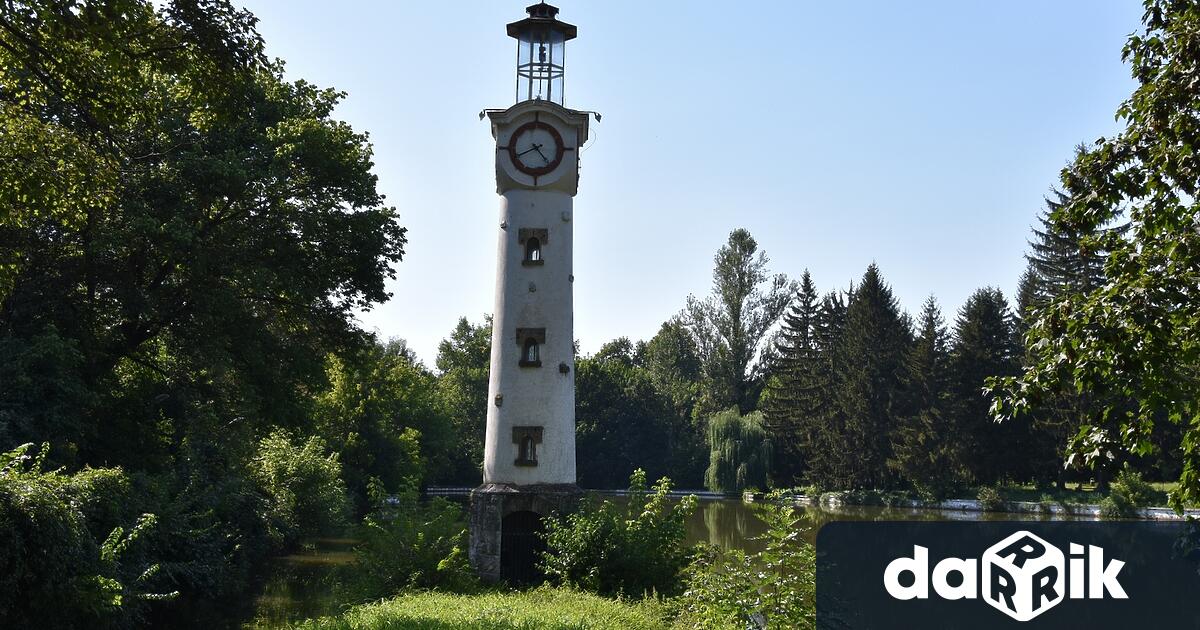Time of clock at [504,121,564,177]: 4:40
